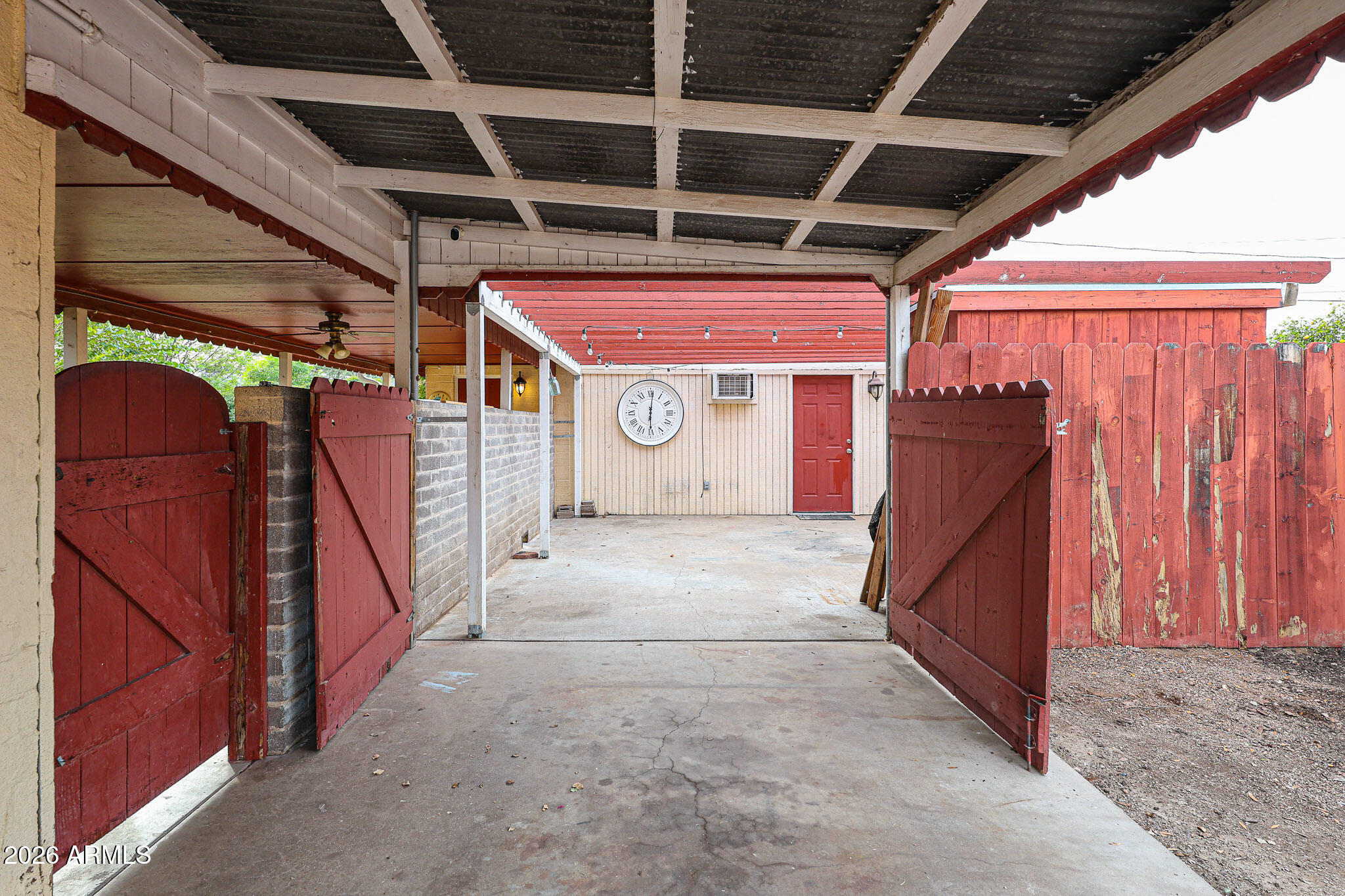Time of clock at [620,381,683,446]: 6:01
